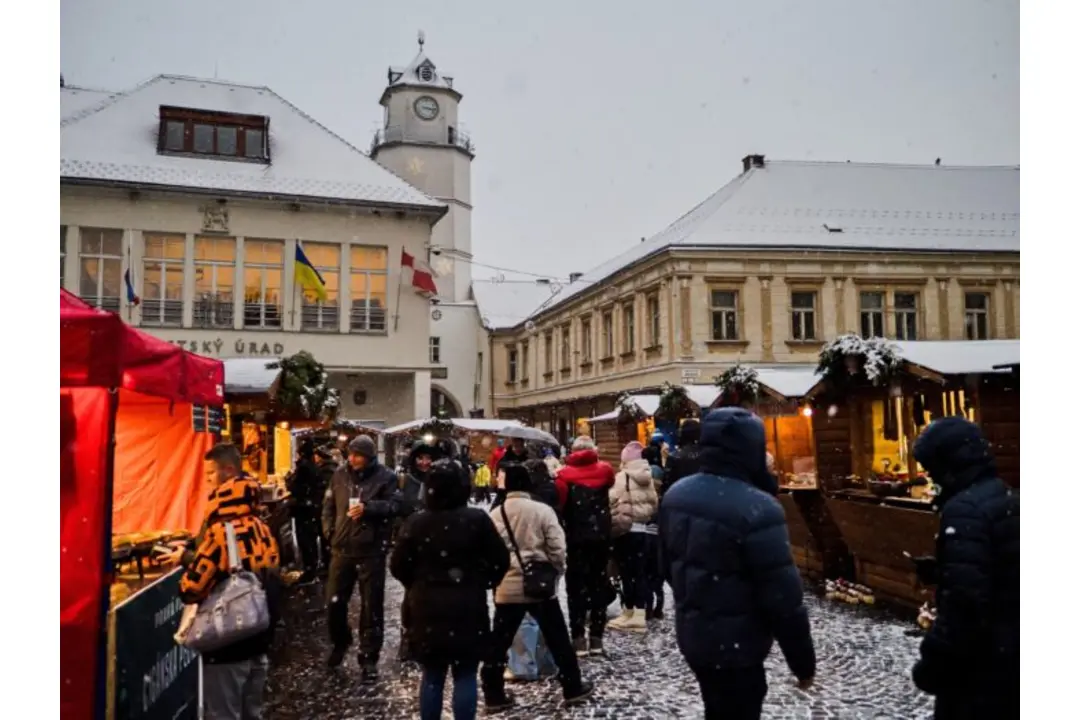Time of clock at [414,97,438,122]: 3:16
